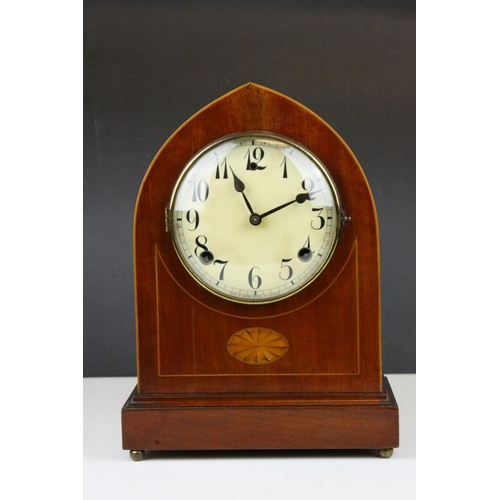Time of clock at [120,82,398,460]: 11:10
